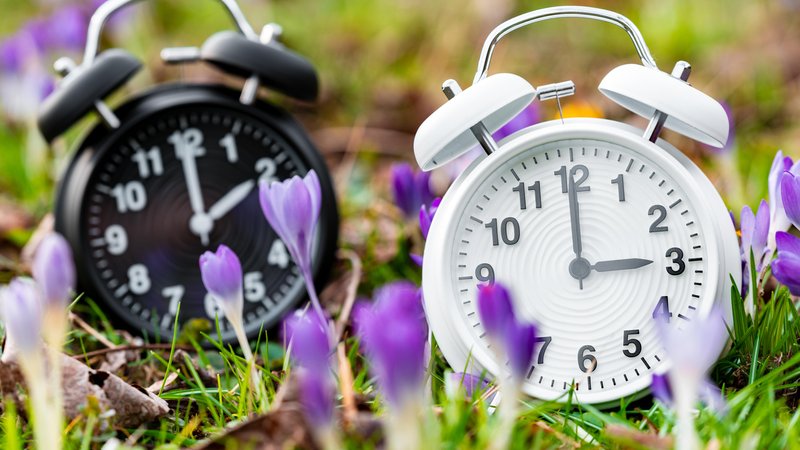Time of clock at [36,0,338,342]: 2:00
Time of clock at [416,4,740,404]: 2:59
